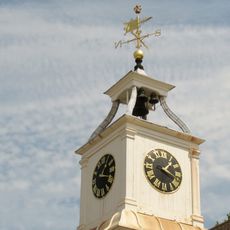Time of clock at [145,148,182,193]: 1:18
